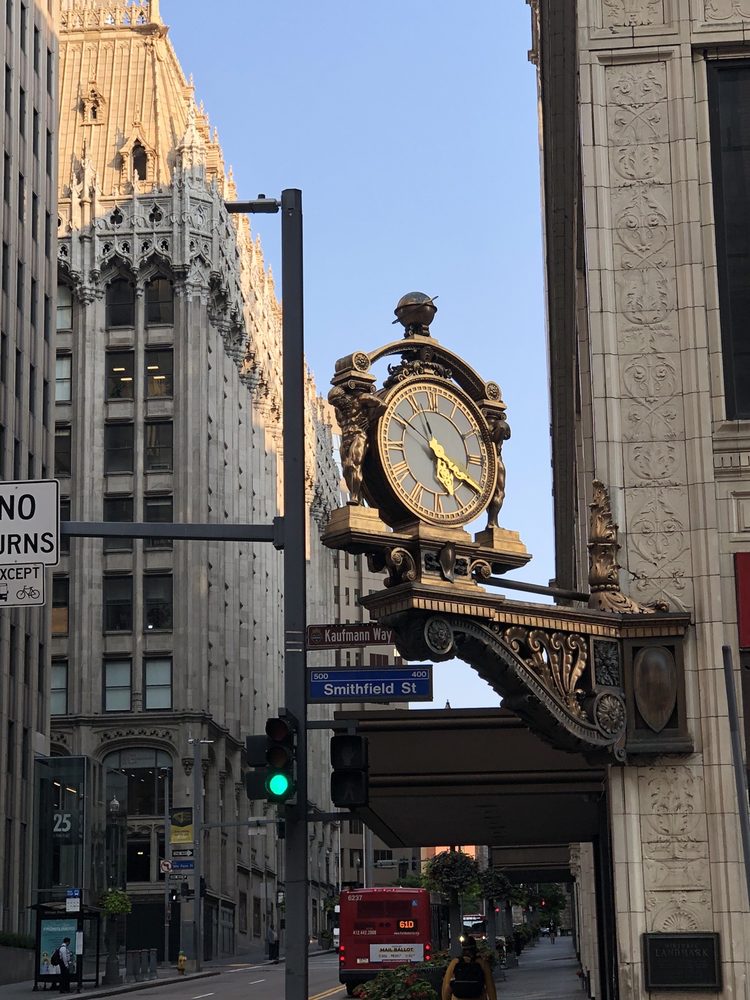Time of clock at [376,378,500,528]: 5:20
